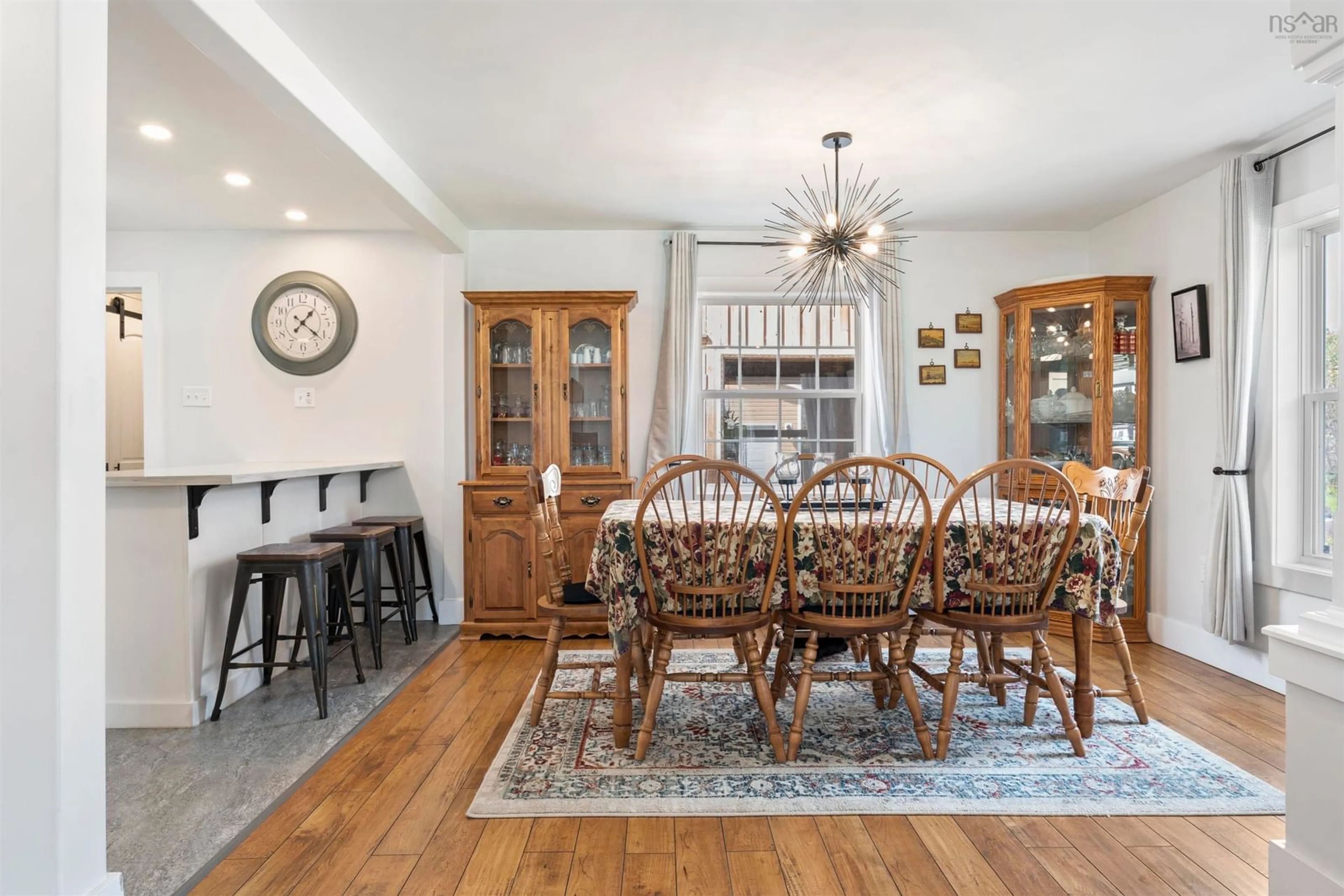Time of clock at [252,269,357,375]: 1:21
